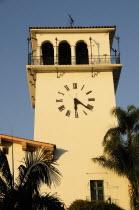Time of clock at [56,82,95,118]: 6:21
